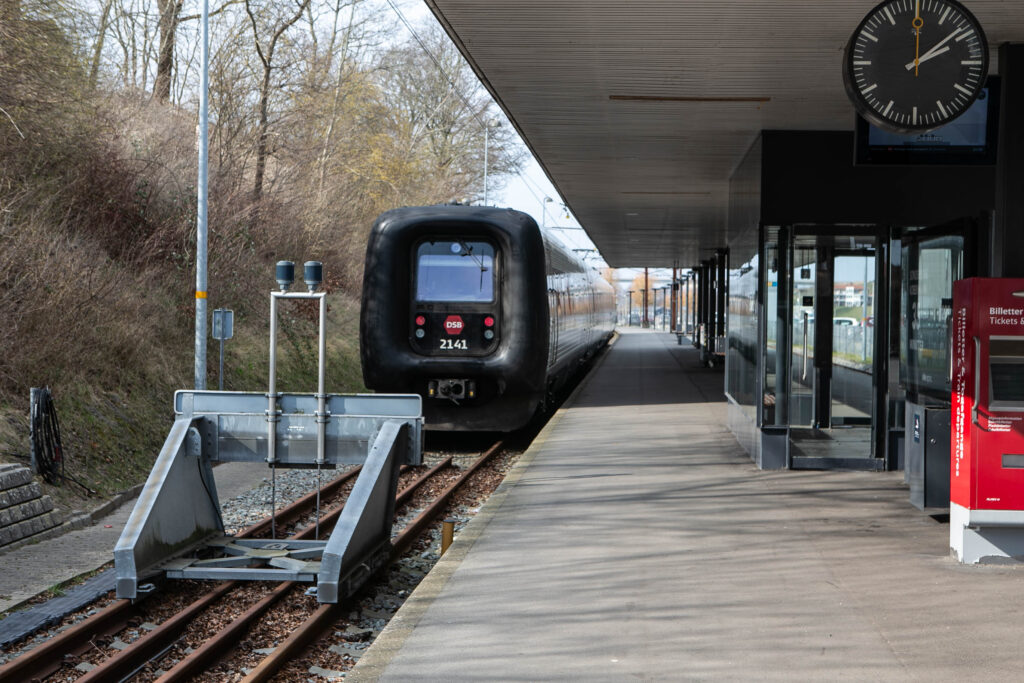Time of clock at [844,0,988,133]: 2:08
